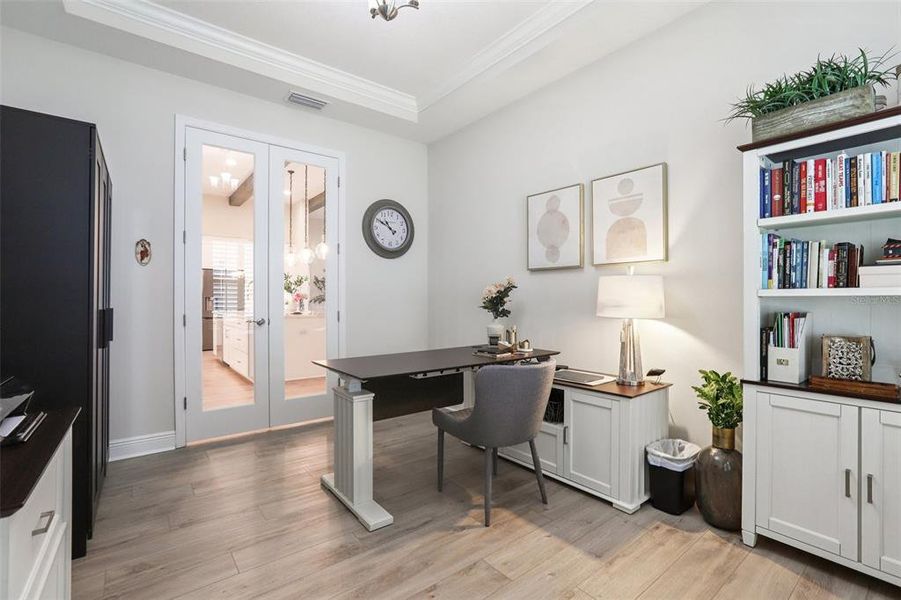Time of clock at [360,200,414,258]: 10:50
